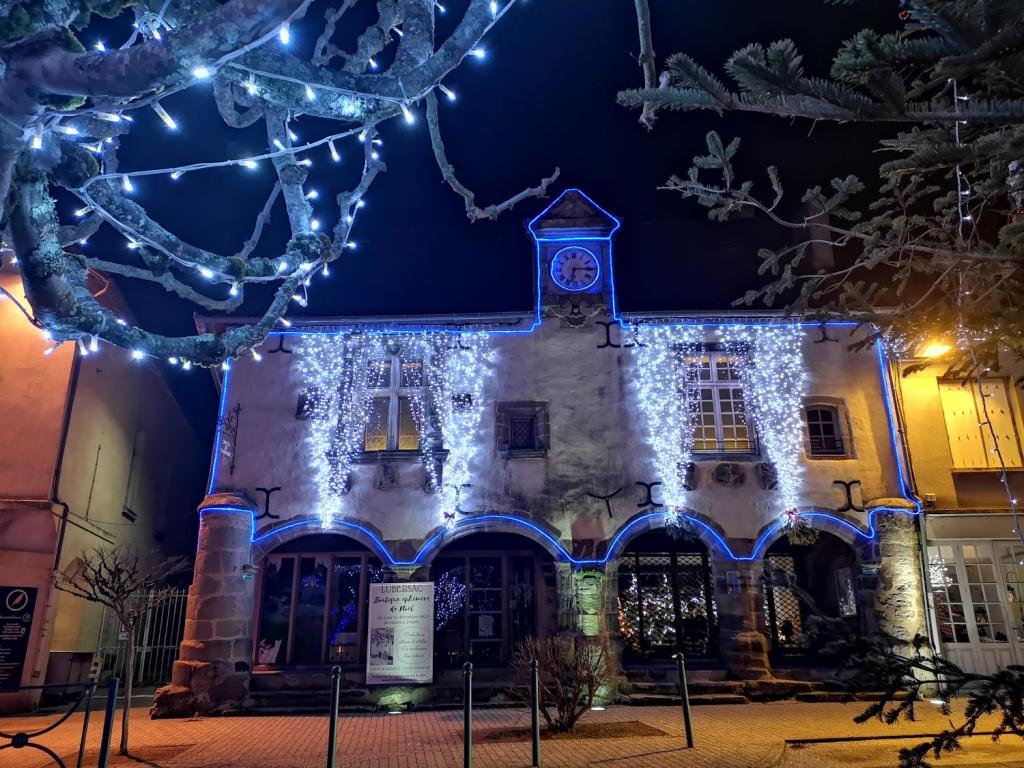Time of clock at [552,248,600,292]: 6:14
